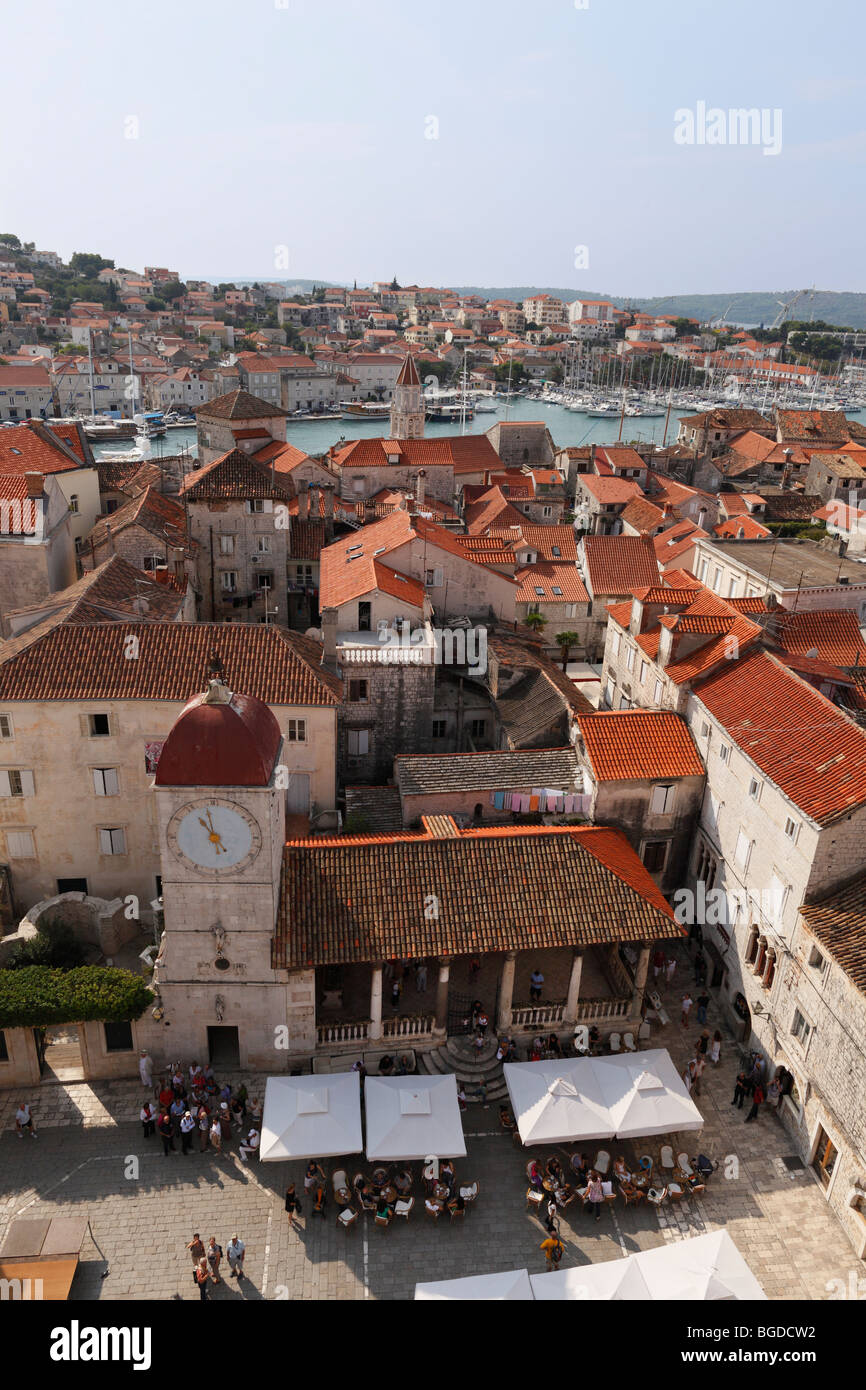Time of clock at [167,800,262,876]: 10:58
